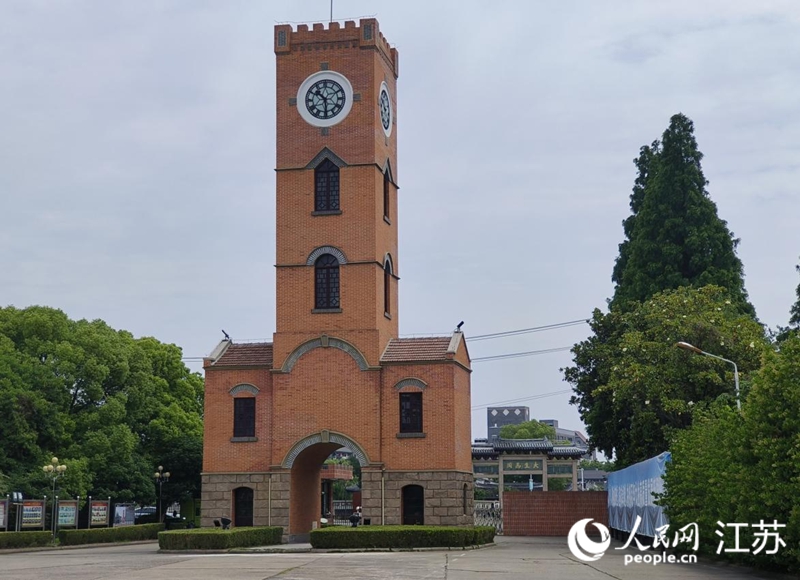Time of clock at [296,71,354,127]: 10:28
